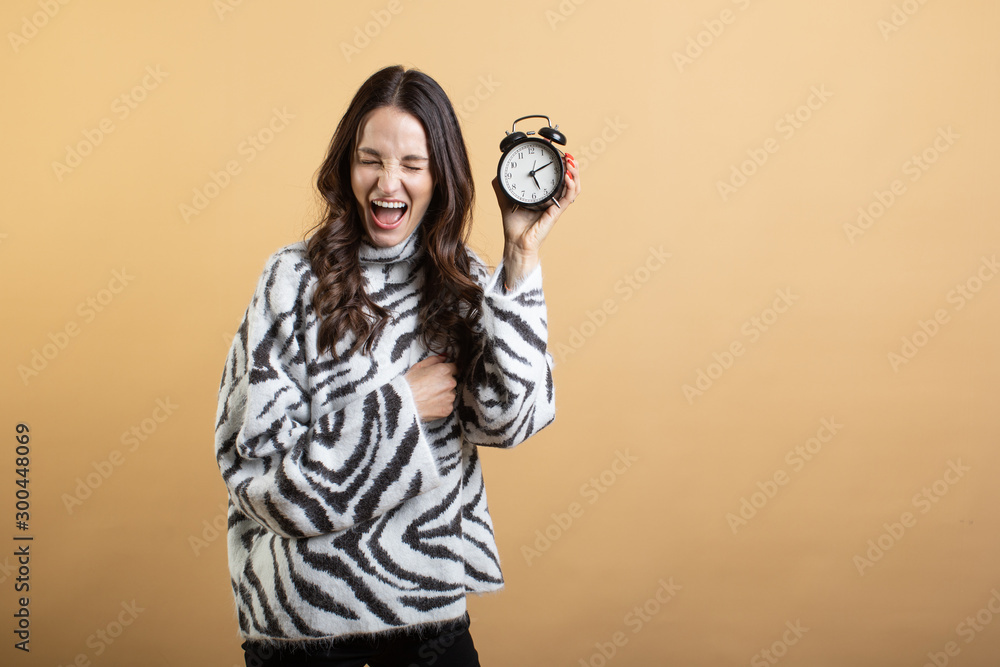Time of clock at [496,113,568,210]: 5:11
